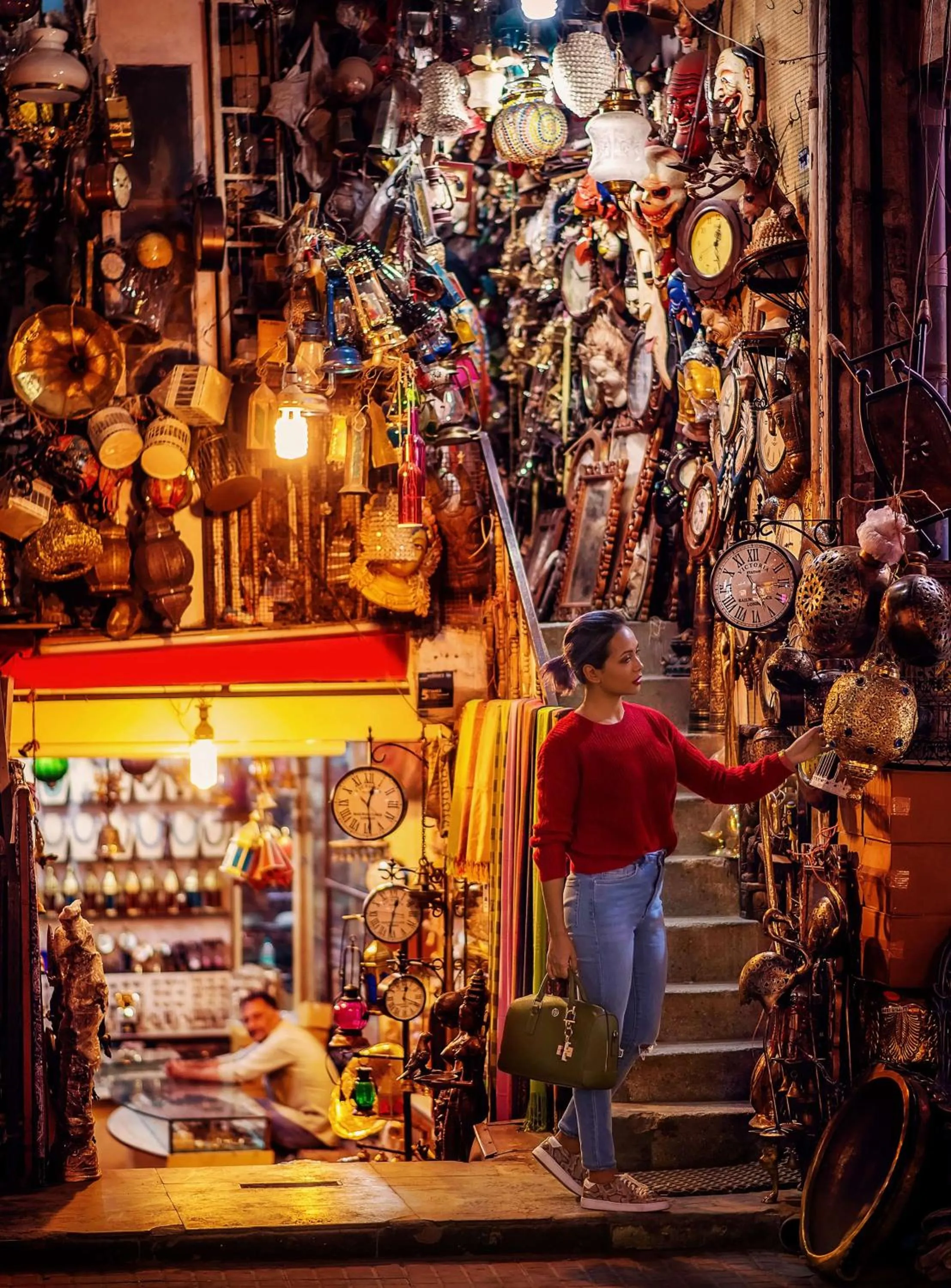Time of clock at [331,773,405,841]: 12:29
